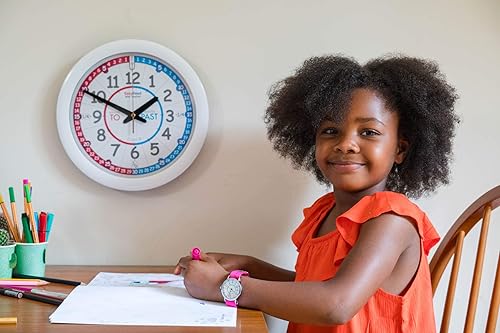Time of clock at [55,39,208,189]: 1:49
